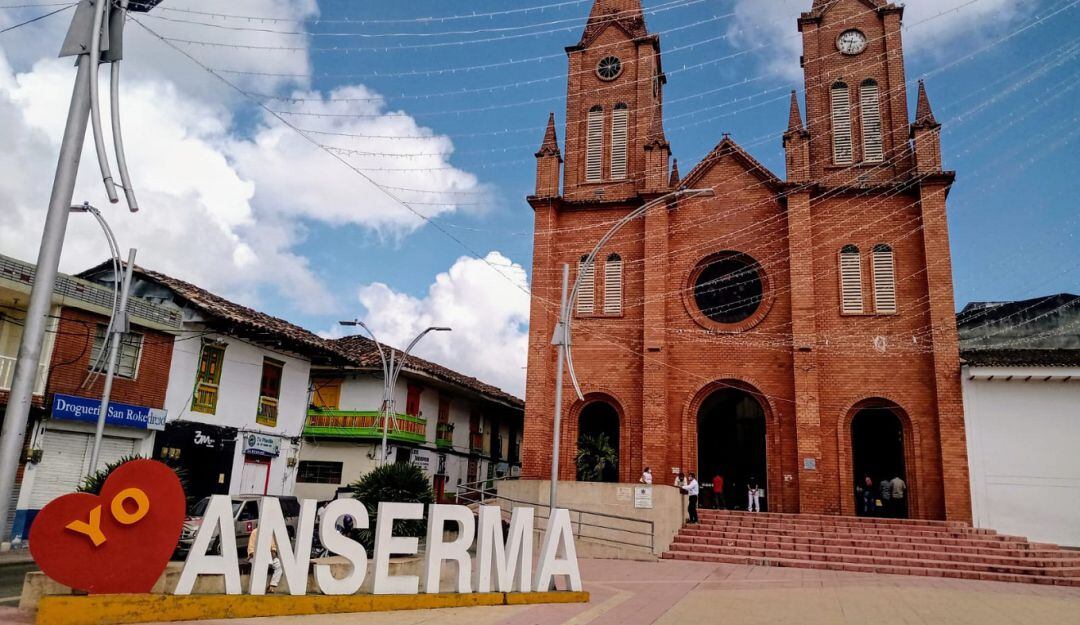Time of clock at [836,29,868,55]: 9:33
